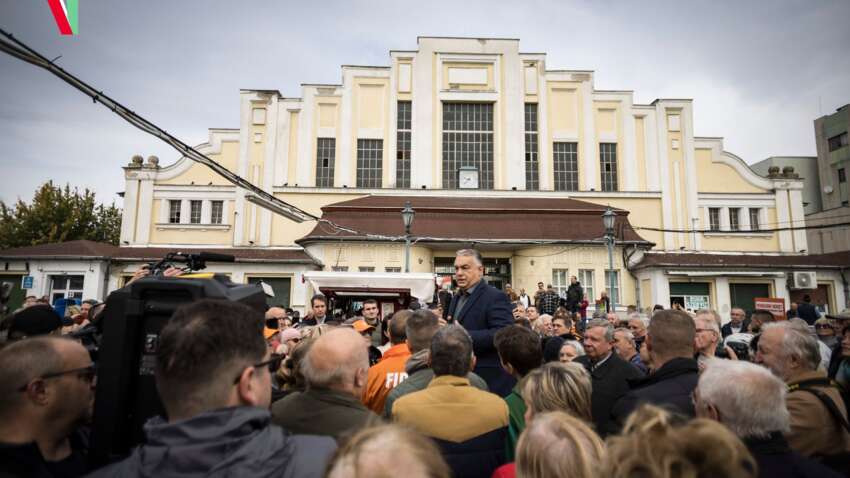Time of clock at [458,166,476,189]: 9:38
